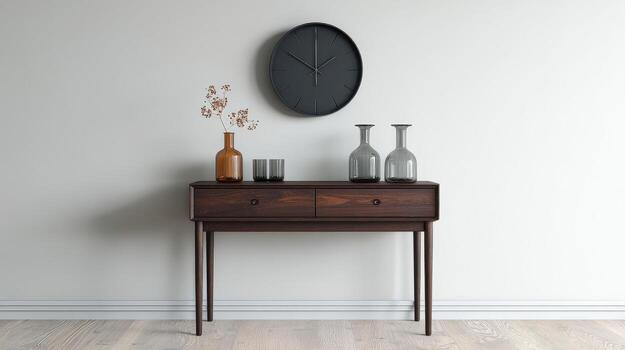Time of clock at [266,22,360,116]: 1:50
